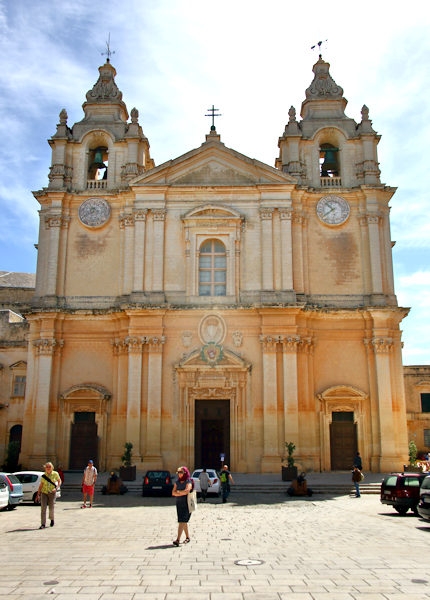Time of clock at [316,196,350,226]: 10:38
